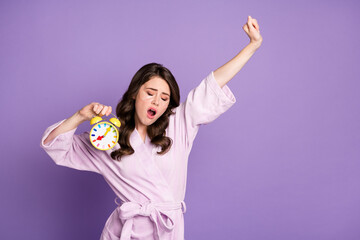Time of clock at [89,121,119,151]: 8:05
